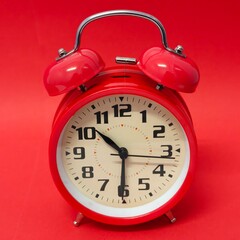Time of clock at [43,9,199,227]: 10:30
